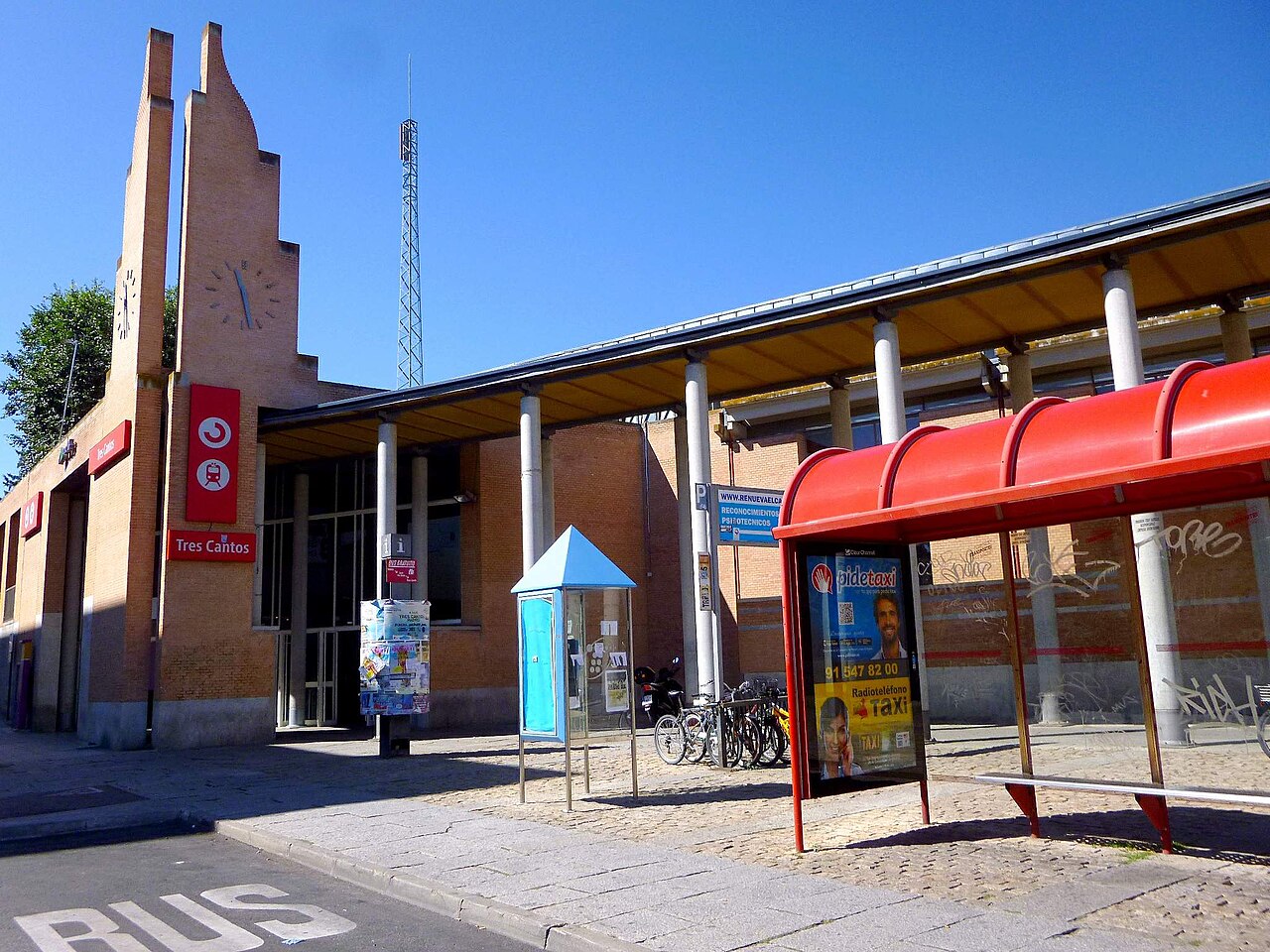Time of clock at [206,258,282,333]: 11:28
